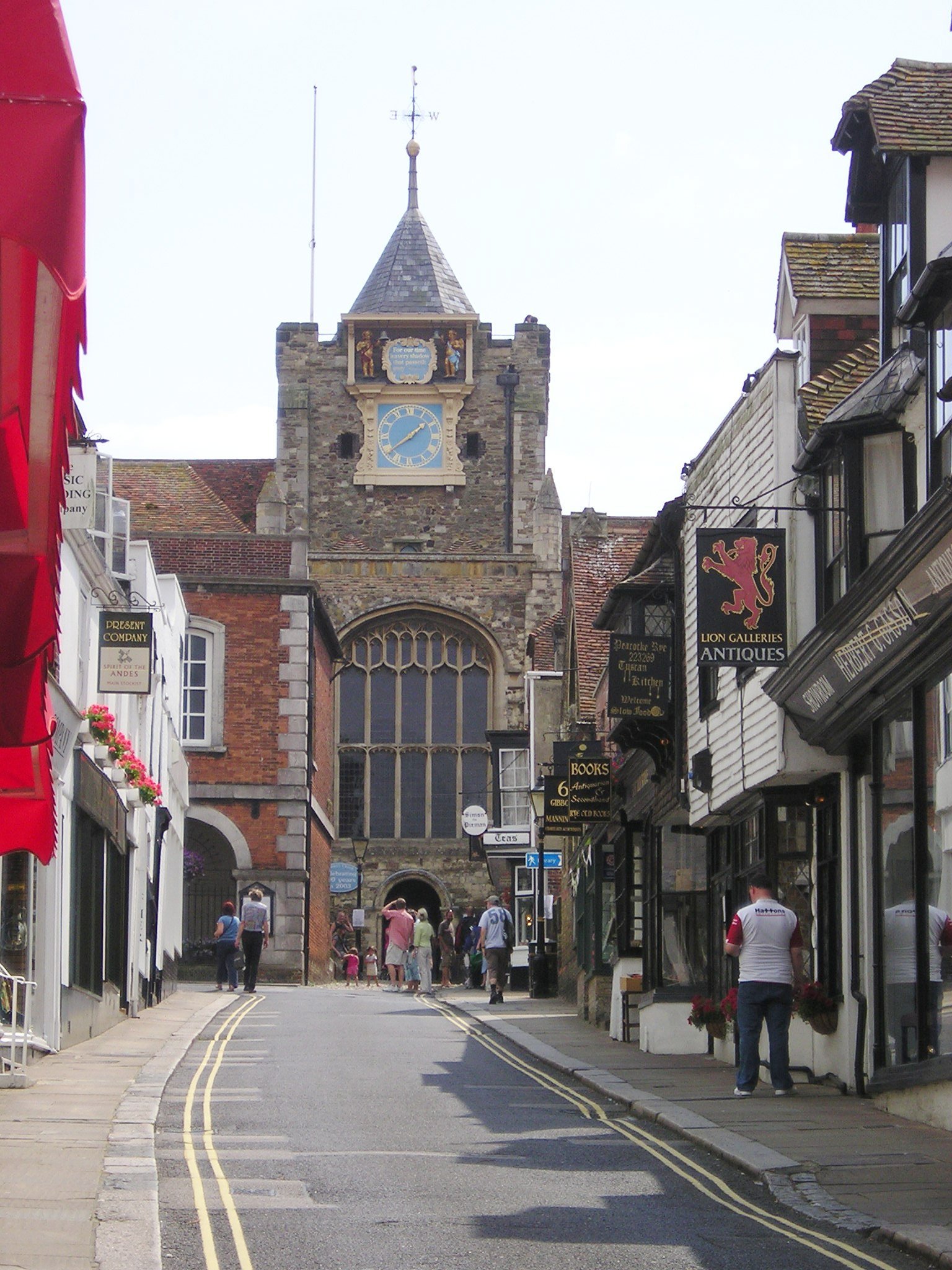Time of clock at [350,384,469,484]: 1:38
